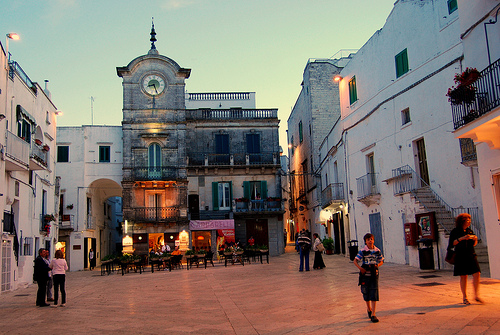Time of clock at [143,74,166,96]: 8:26
